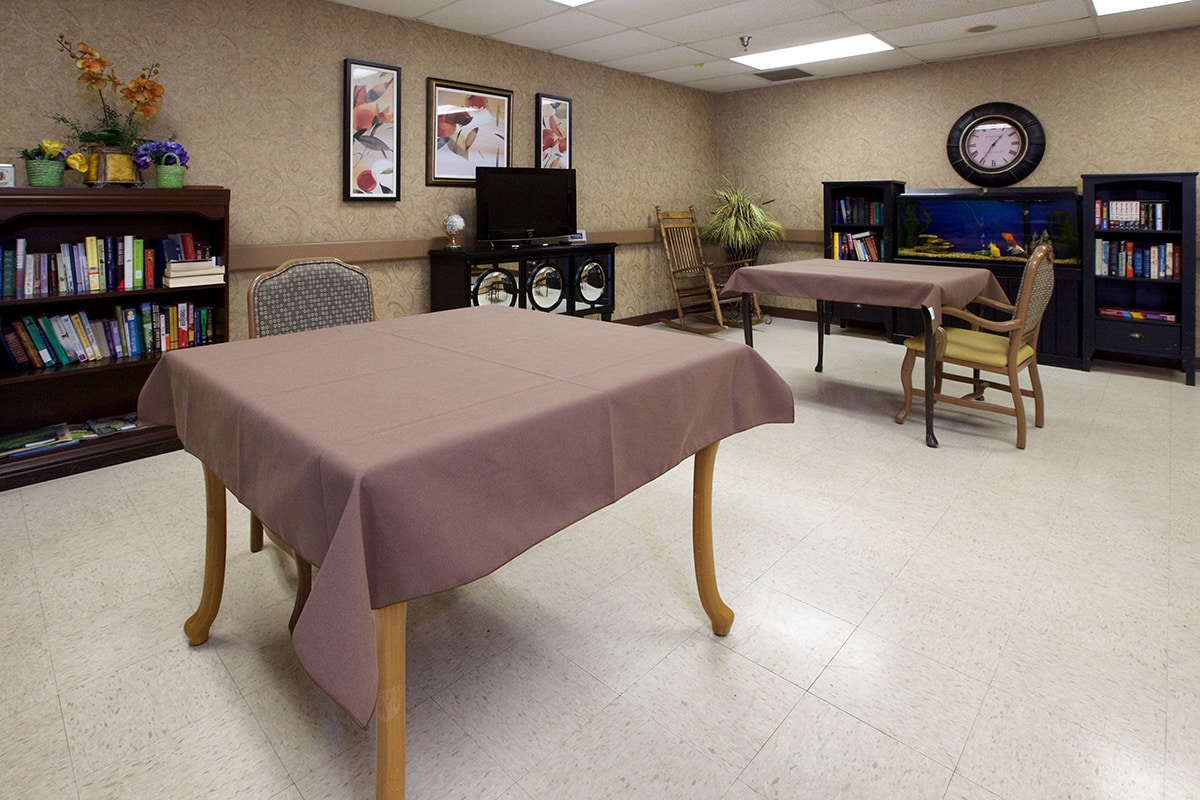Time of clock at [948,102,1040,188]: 1:35
